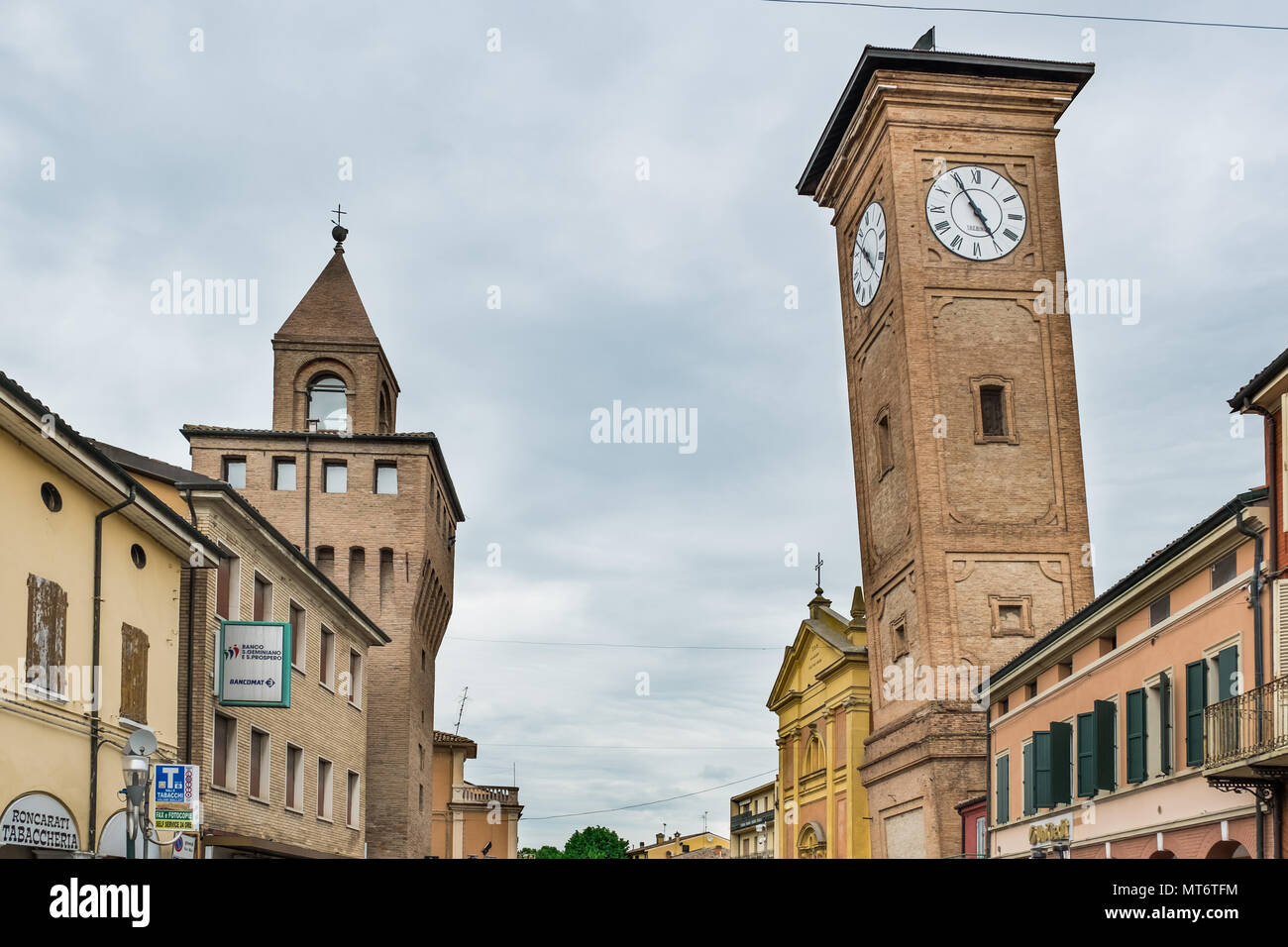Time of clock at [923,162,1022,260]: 4:54
